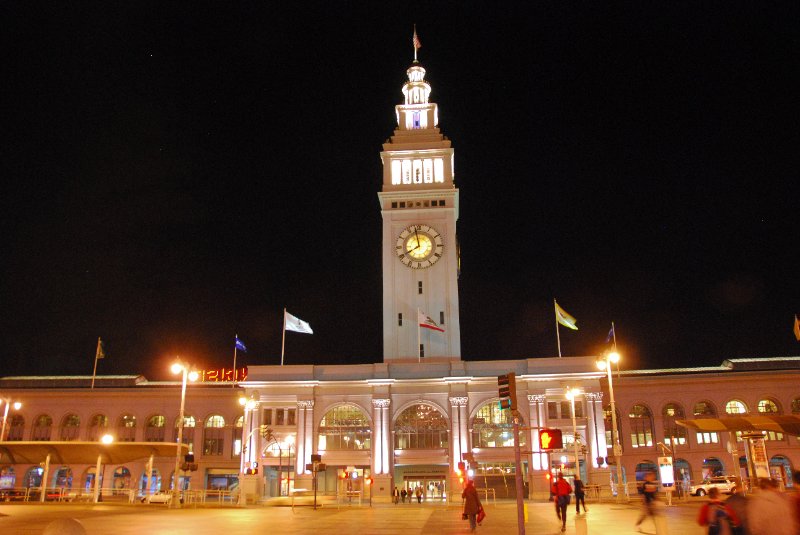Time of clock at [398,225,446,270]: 7:58
